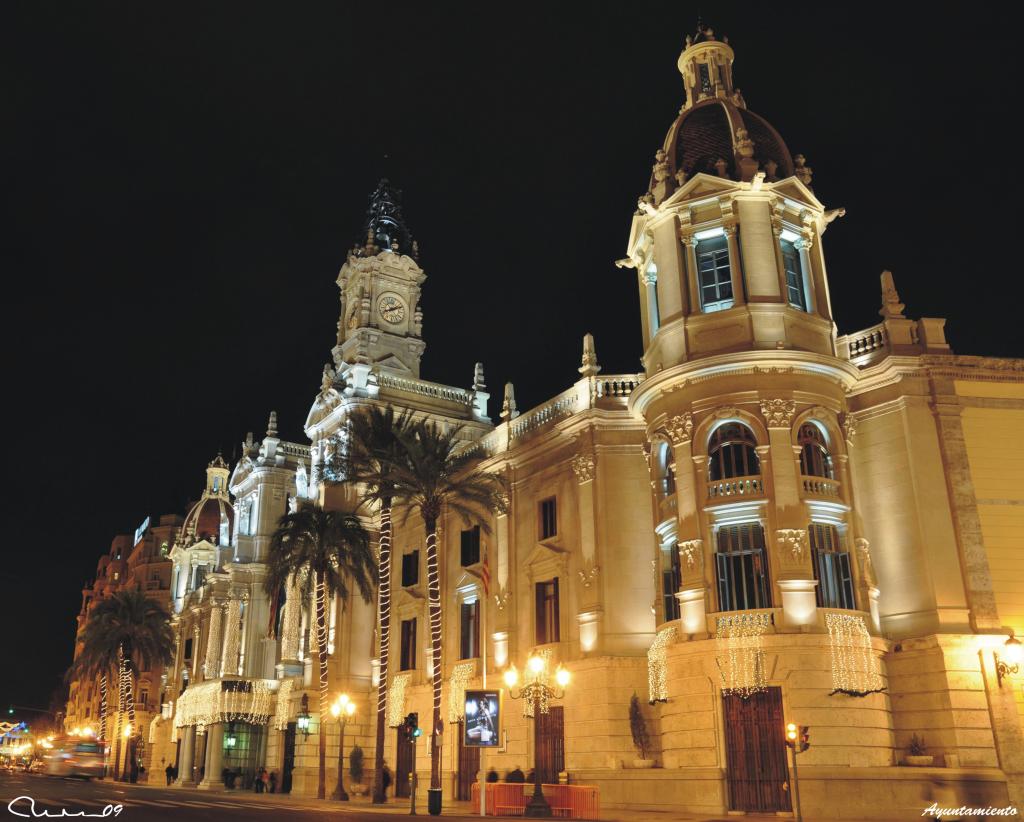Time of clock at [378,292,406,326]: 8:11
